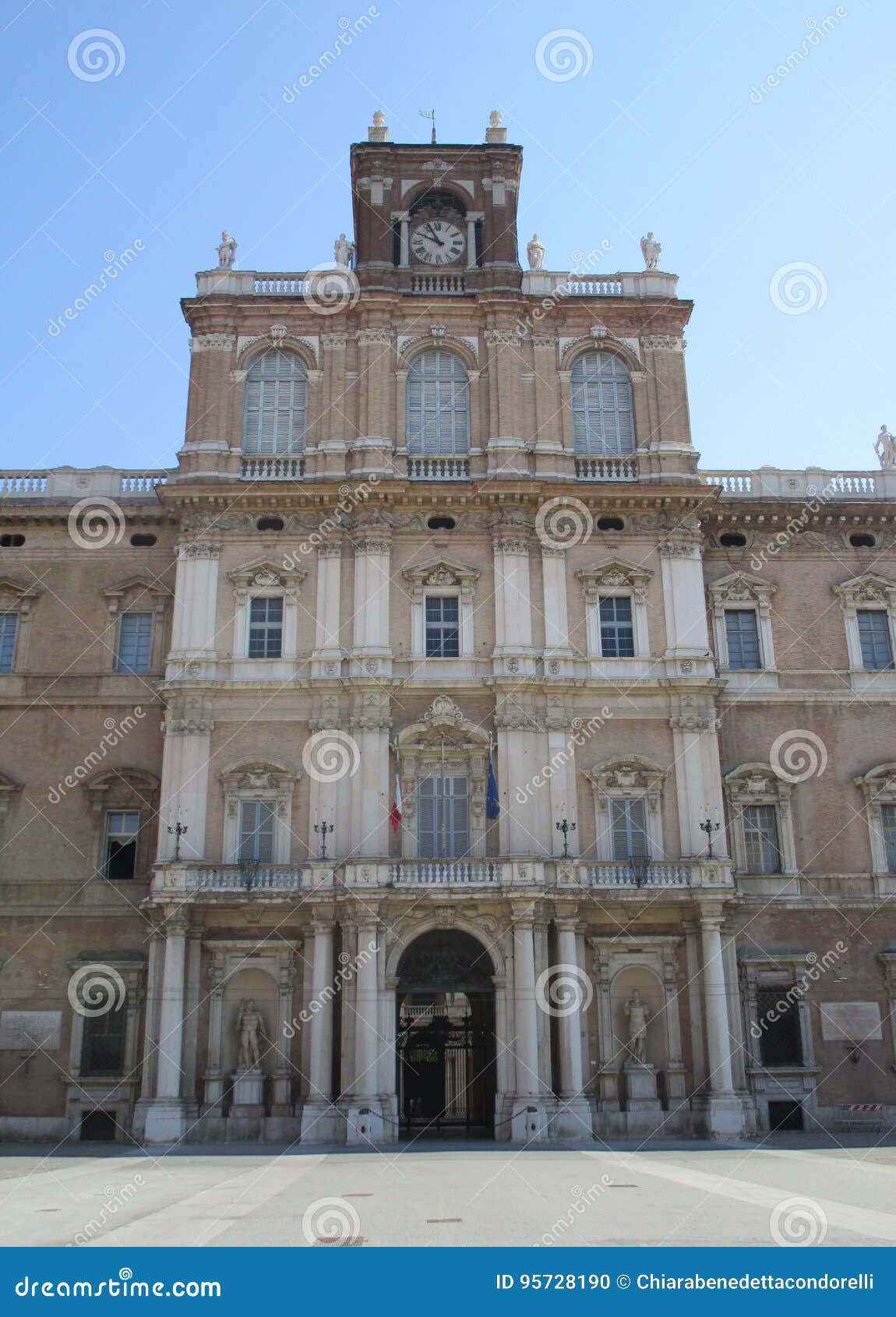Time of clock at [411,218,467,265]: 9:55
